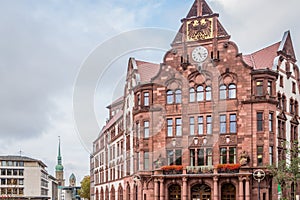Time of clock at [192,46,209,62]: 5:16
